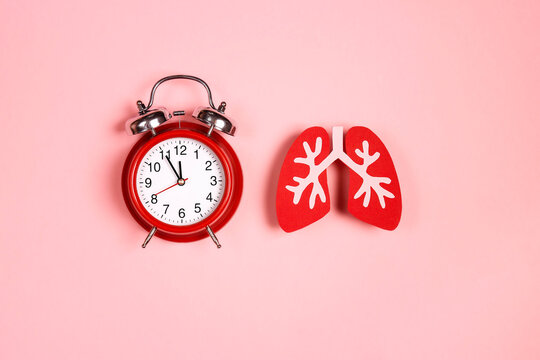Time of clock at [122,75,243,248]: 11:55
